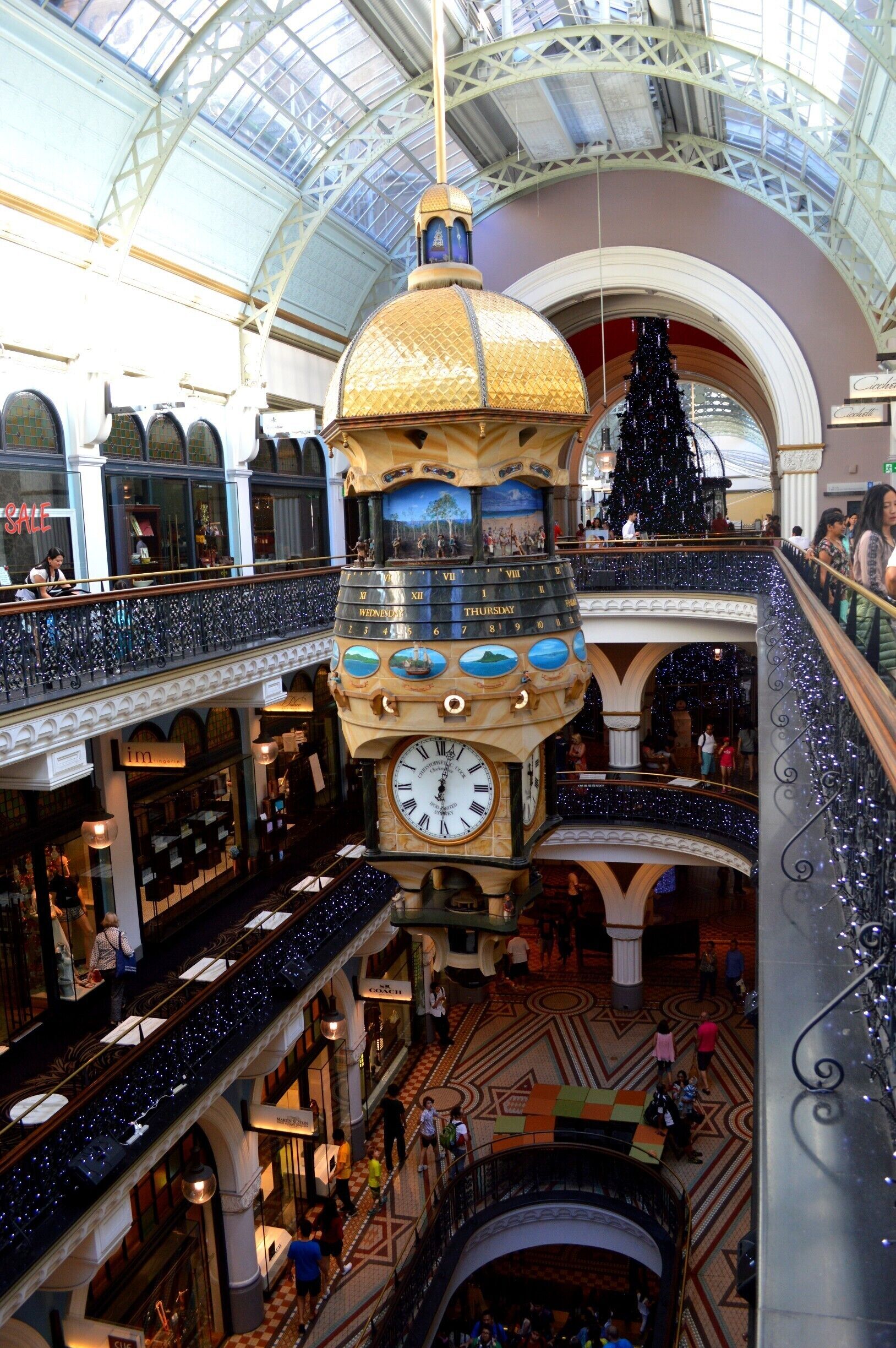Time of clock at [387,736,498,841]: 6:02
